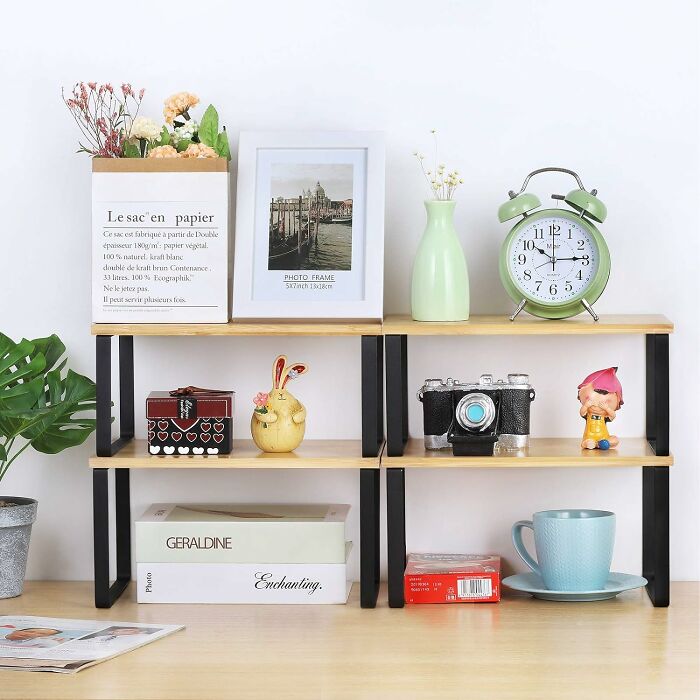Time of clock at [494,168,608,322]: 10:14
